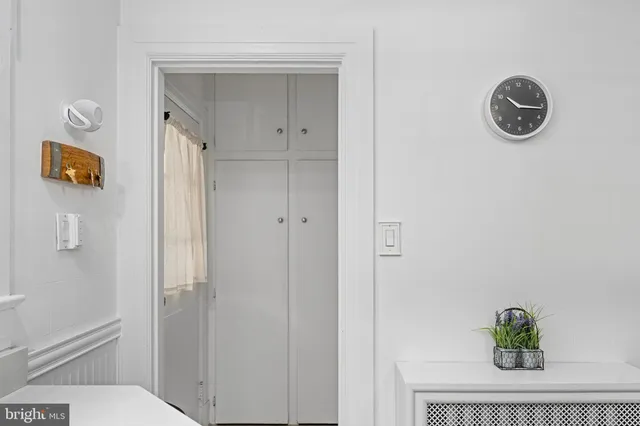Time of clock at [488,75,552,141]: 10:16
